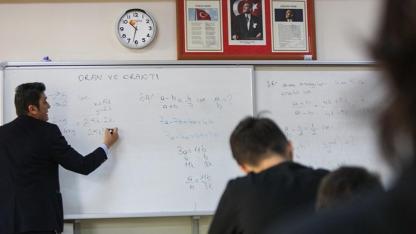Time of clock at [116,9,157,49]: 10:32
